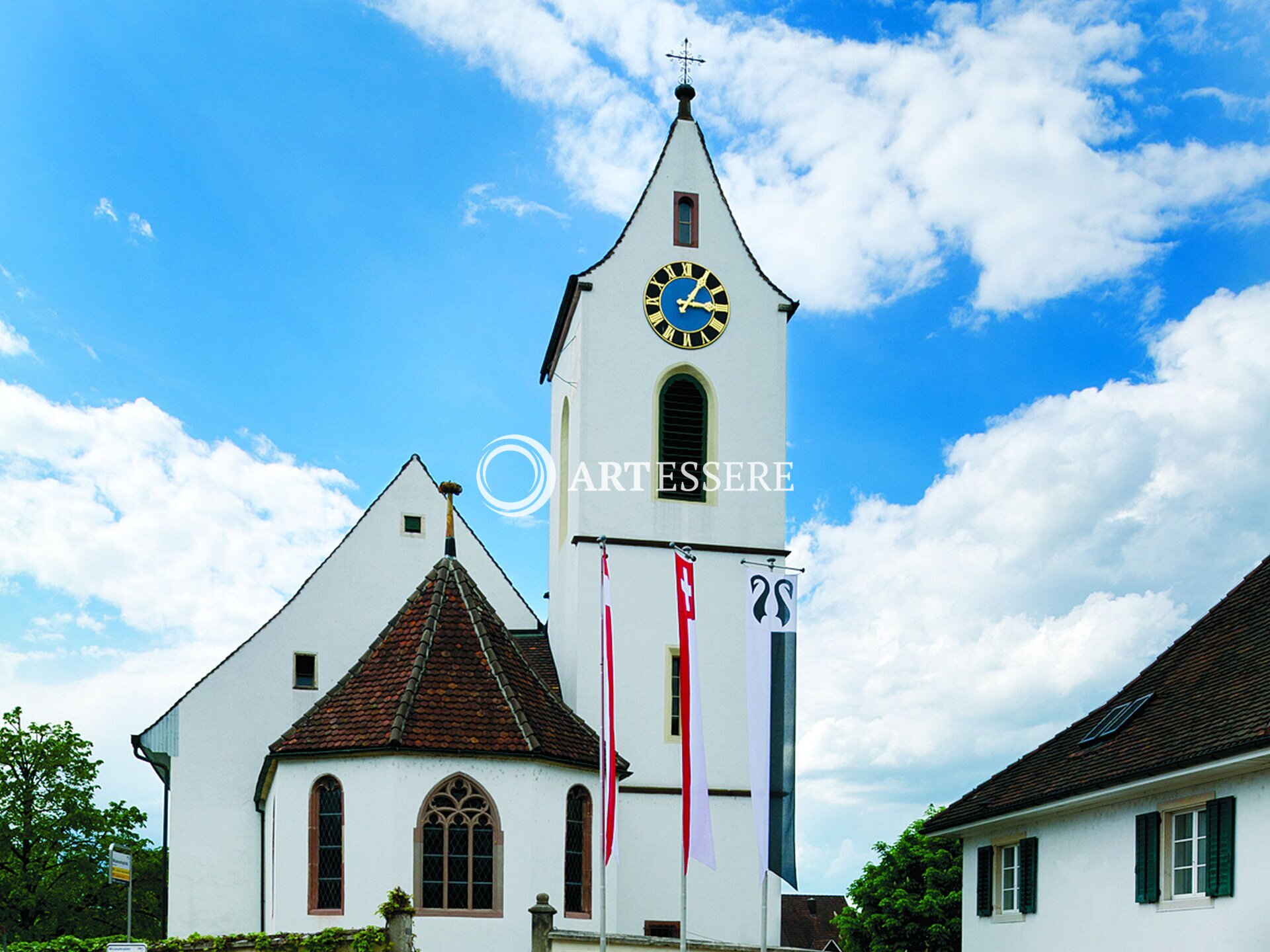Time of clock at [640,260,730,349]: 3:05
